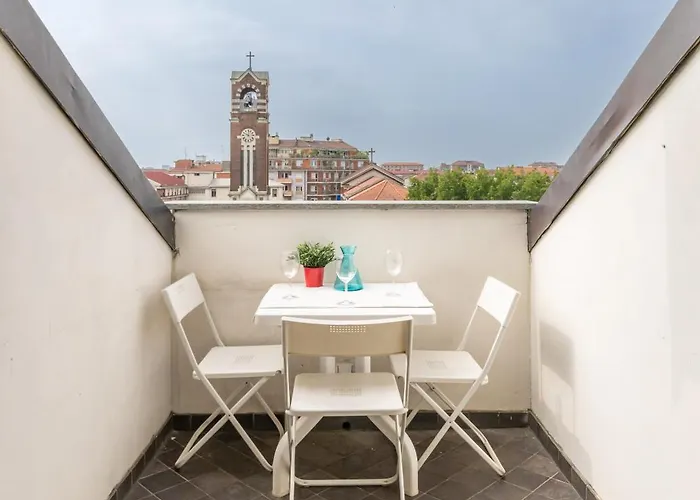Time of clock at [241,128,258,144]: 10:00
